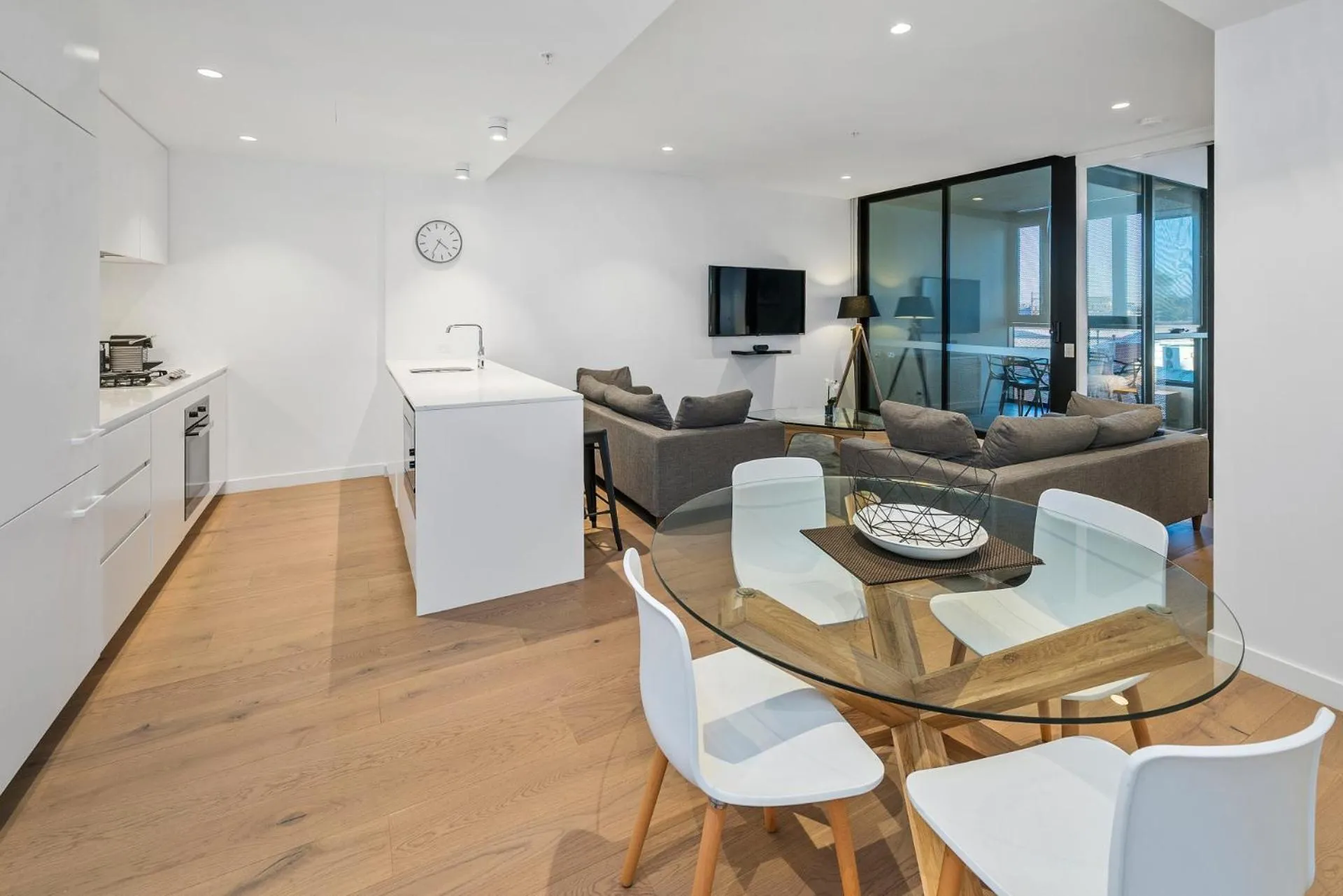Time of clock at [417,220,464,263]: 4:36
